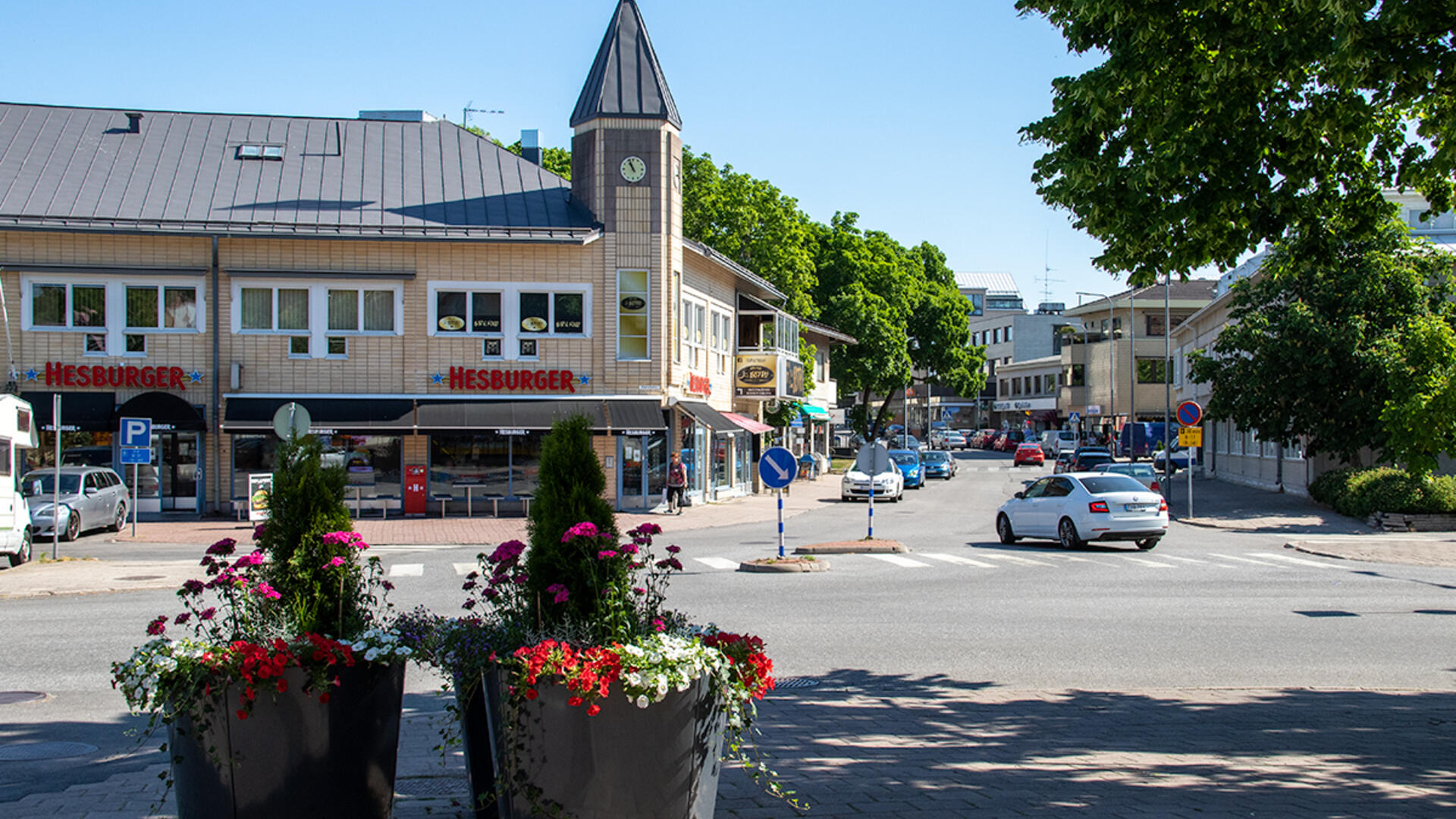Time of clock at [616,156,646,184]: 10:56
